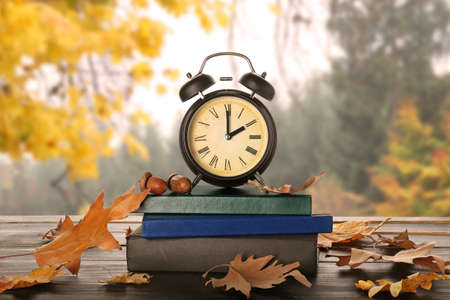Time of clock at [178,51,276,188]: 2:00
